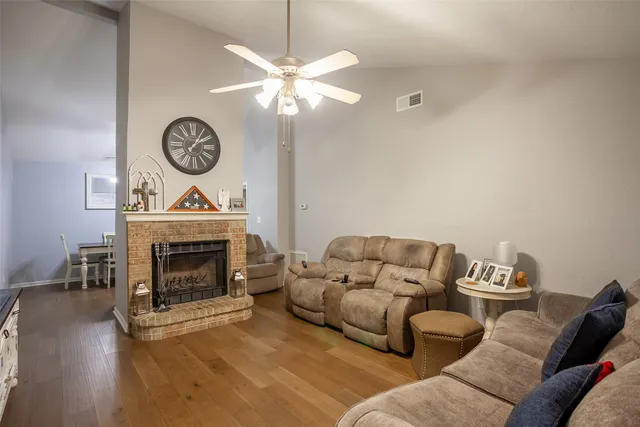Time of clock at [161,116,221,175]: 1:09
